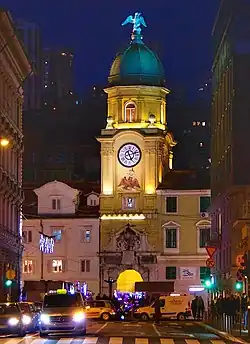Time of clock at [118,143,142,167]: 5:12
